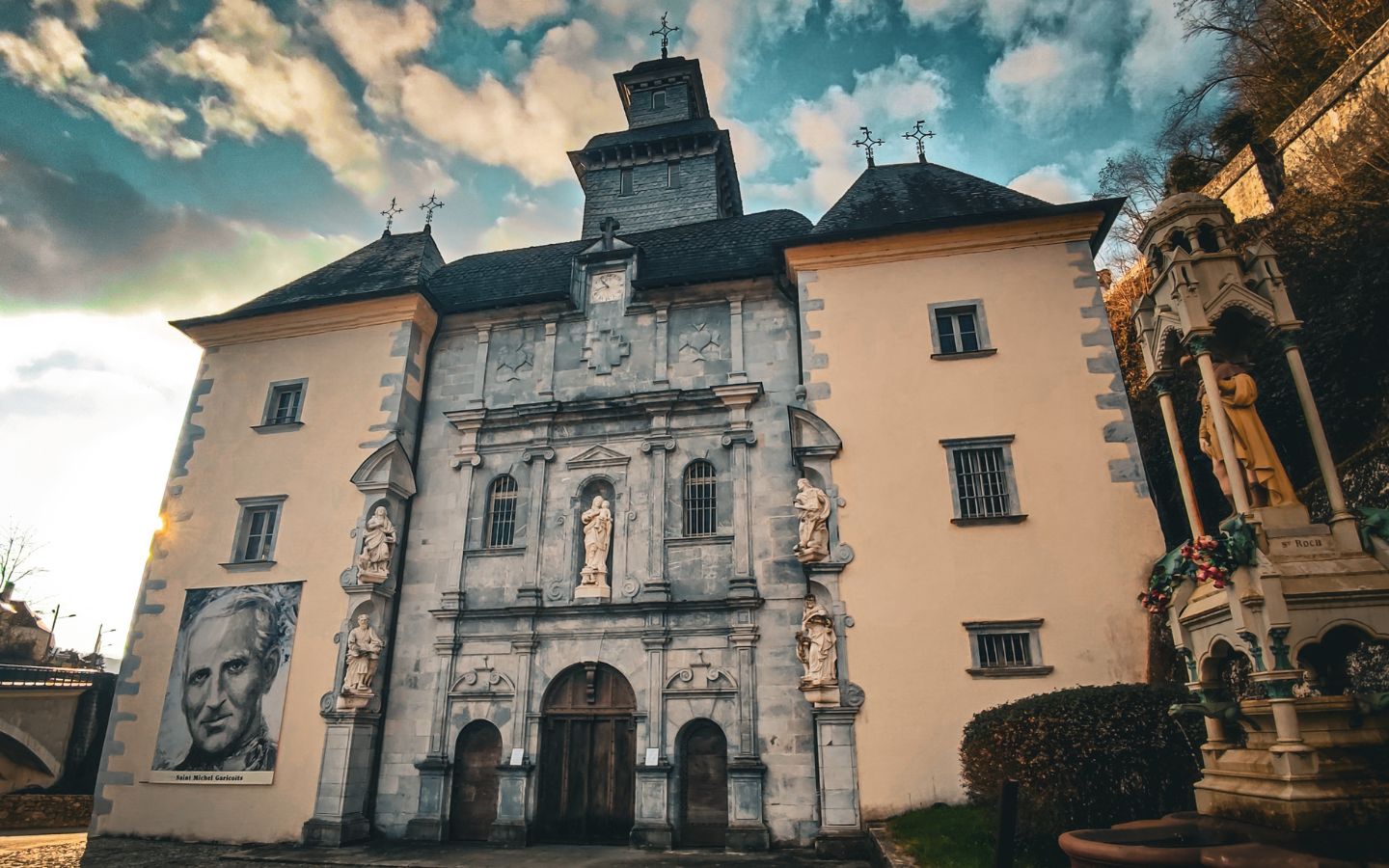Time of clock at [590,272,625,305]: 10:42
